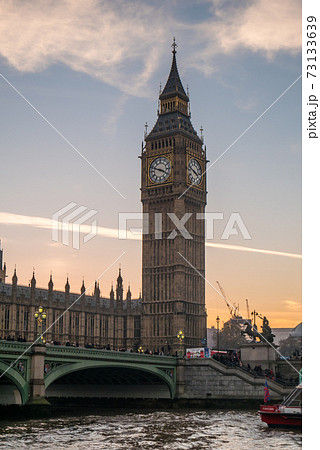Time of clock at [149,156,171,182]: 3:48
